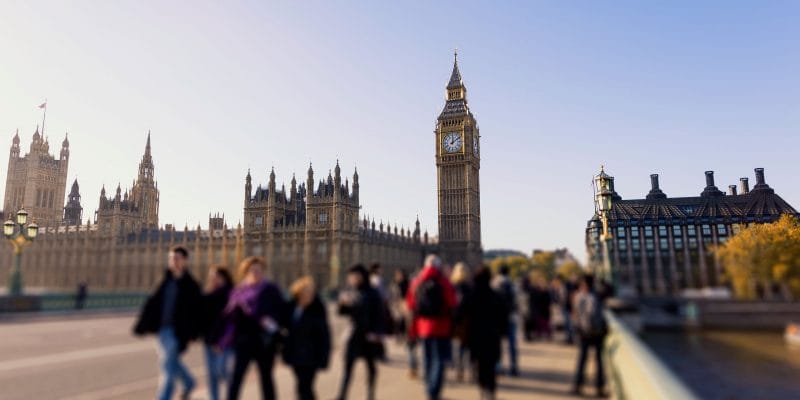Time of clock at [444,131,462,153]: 12:09
